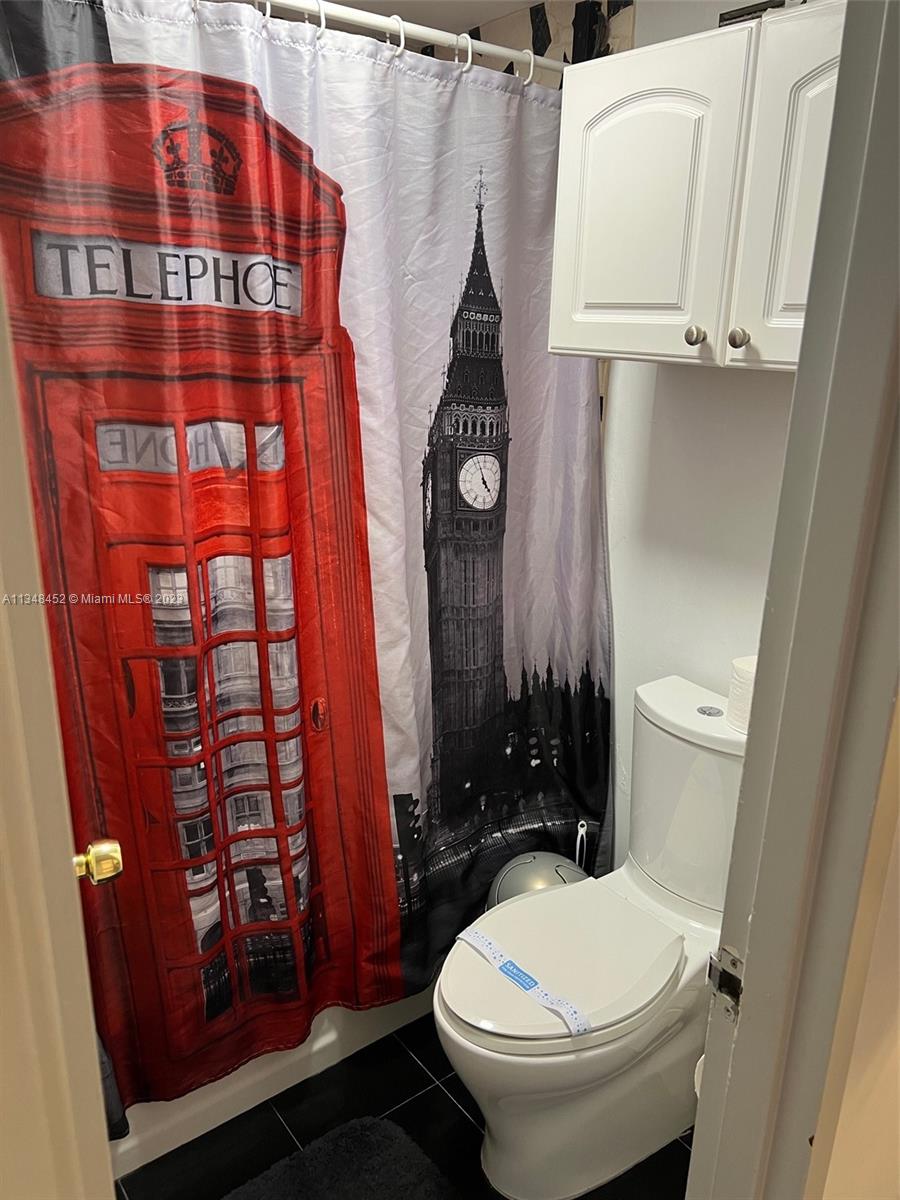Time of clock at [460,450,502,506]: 4:56
